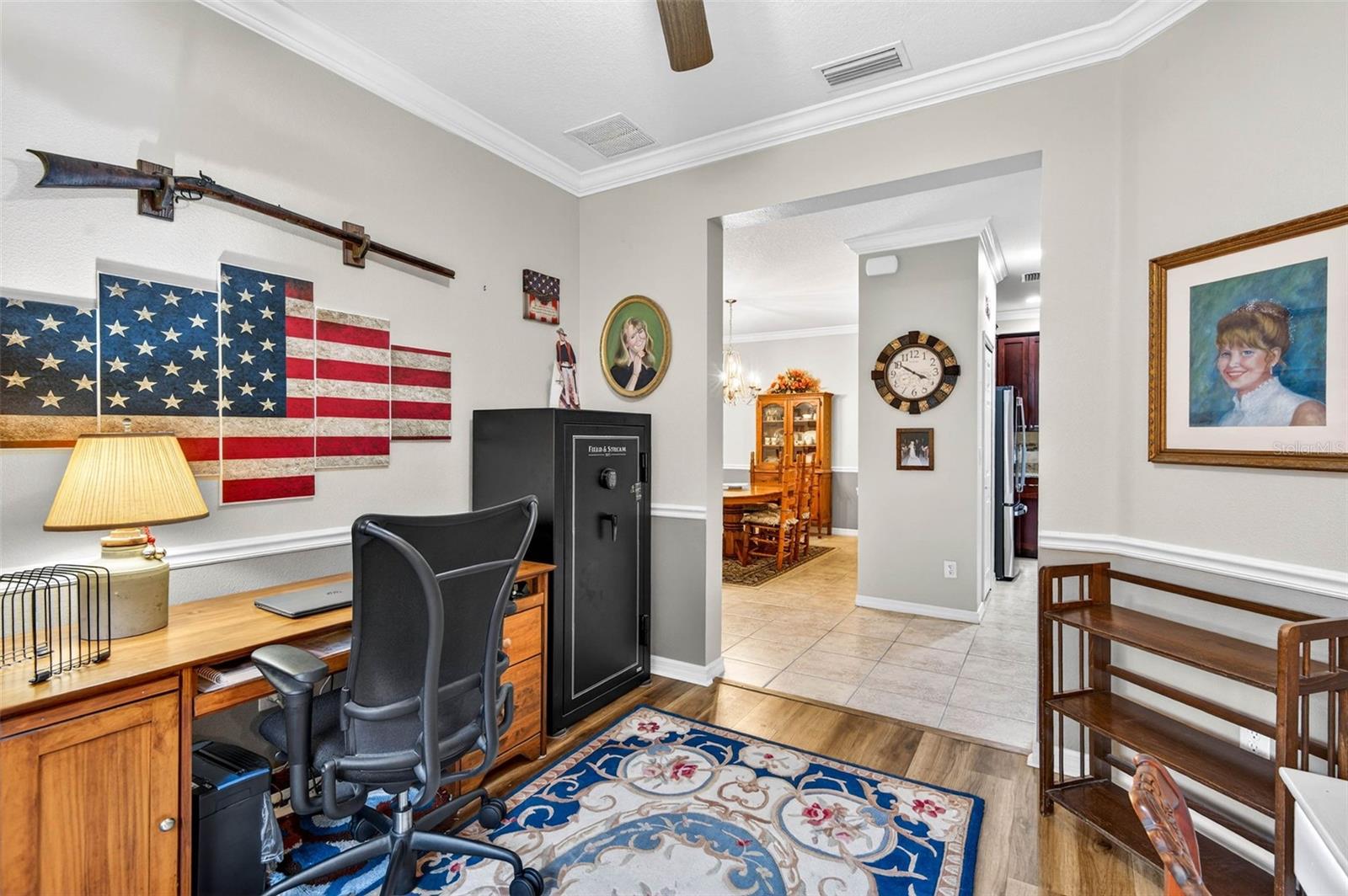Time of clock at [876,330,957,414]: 3:50
